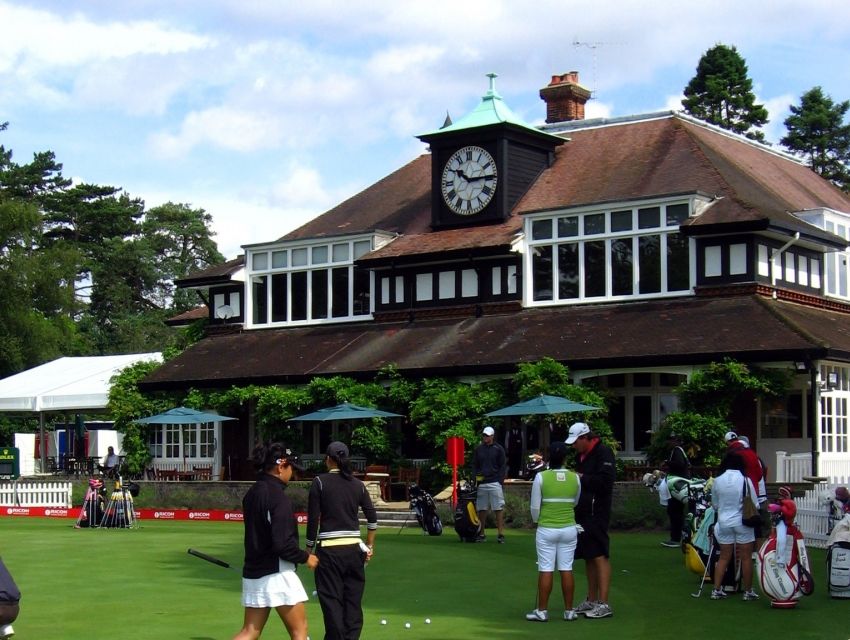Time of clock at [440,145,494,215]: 10:14
